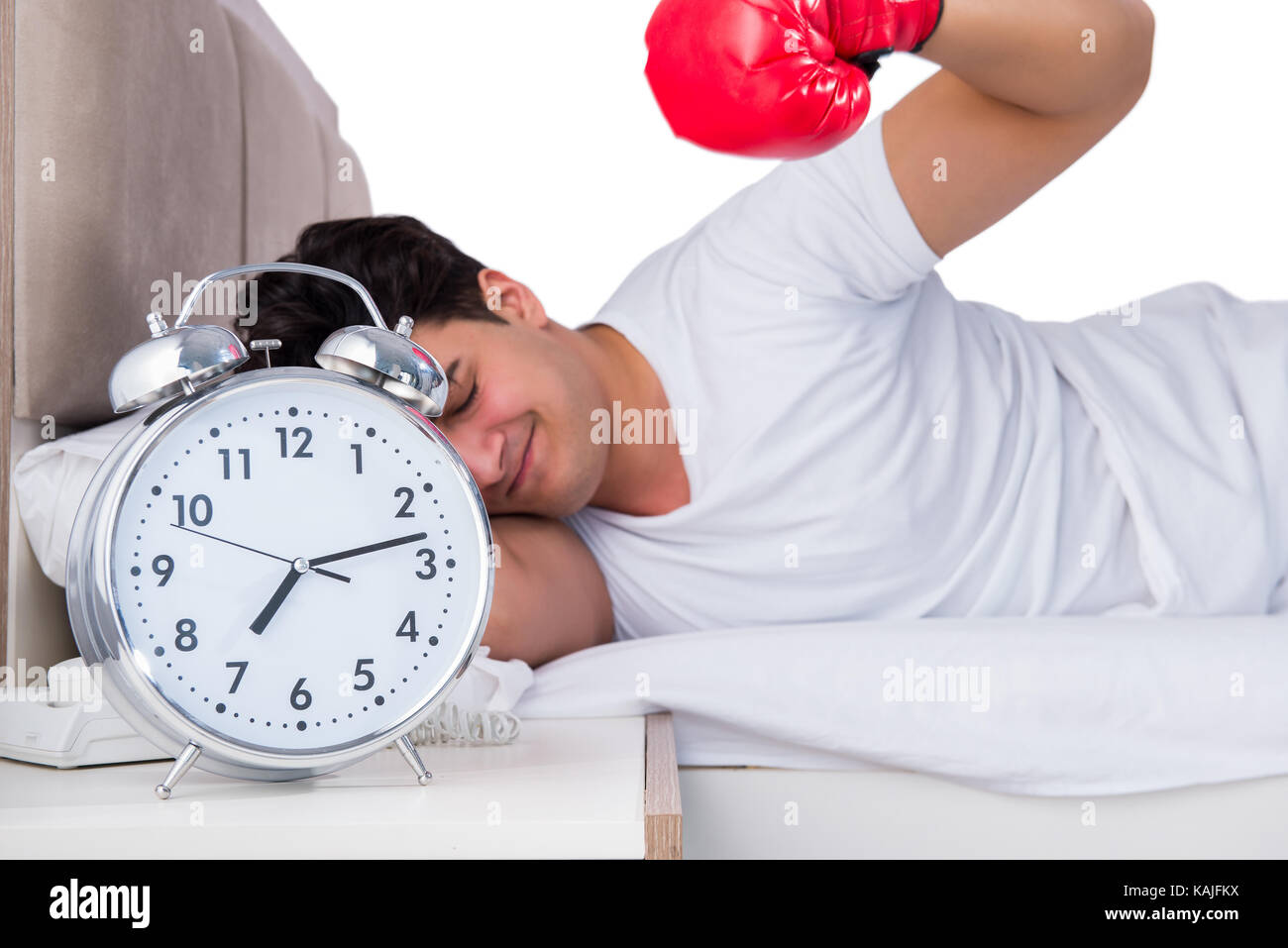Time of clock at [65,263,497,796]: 7:13
